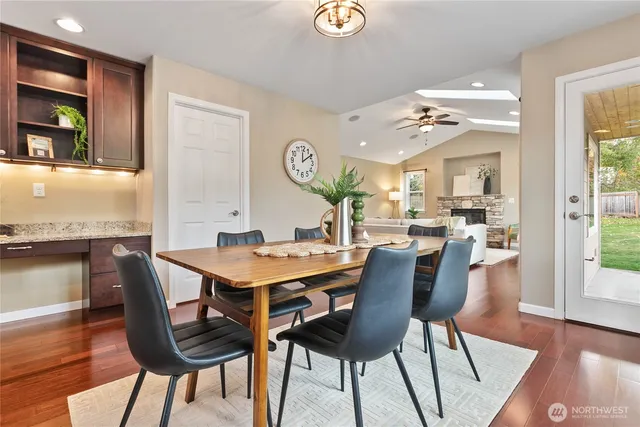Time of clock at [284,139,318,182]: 12:09
